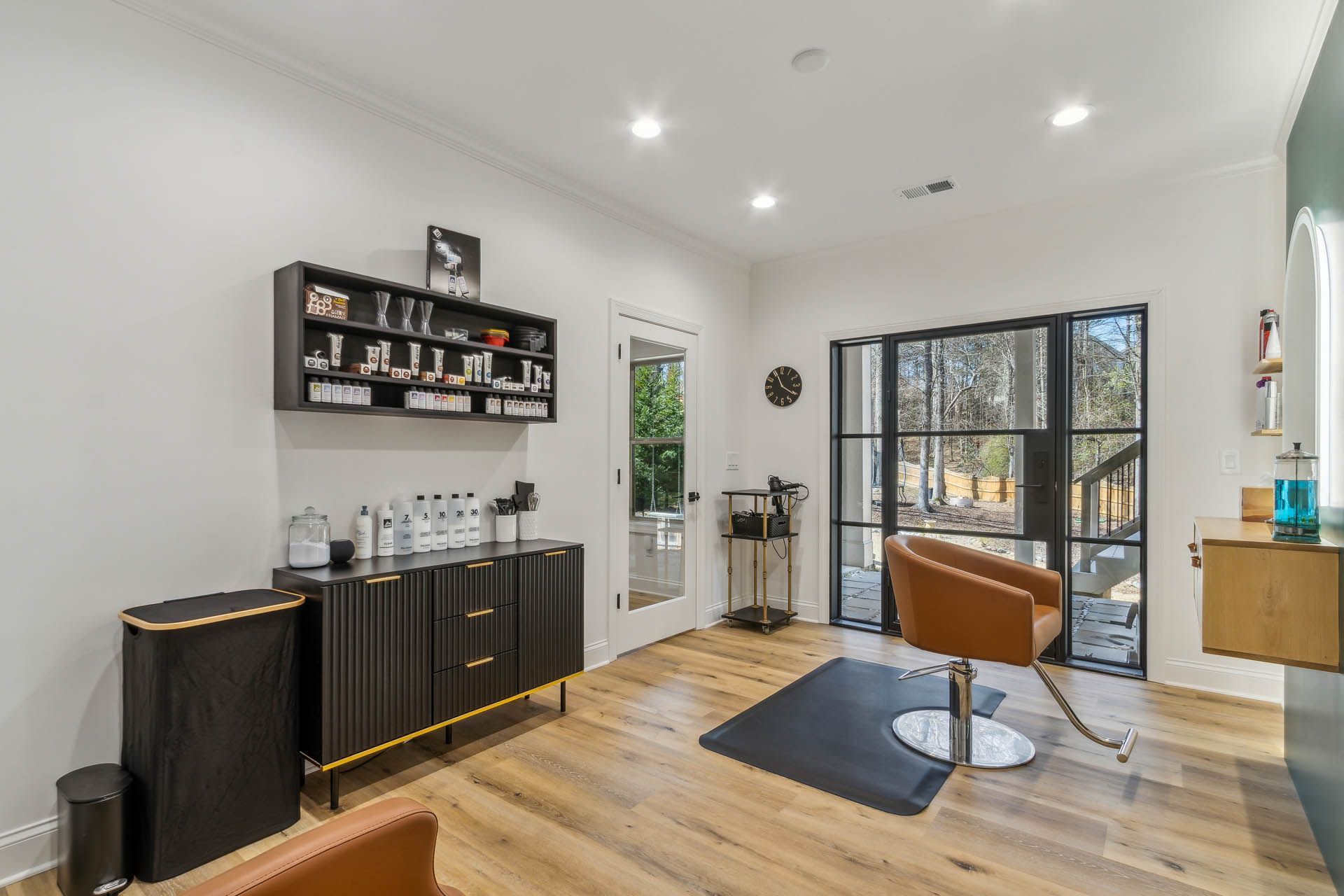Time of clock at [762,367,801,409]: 11:20
